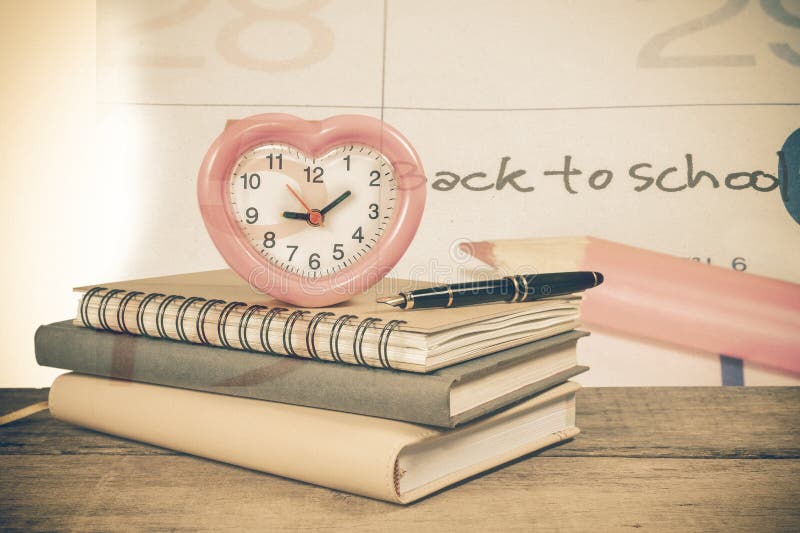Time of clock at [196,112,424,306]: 9:09
